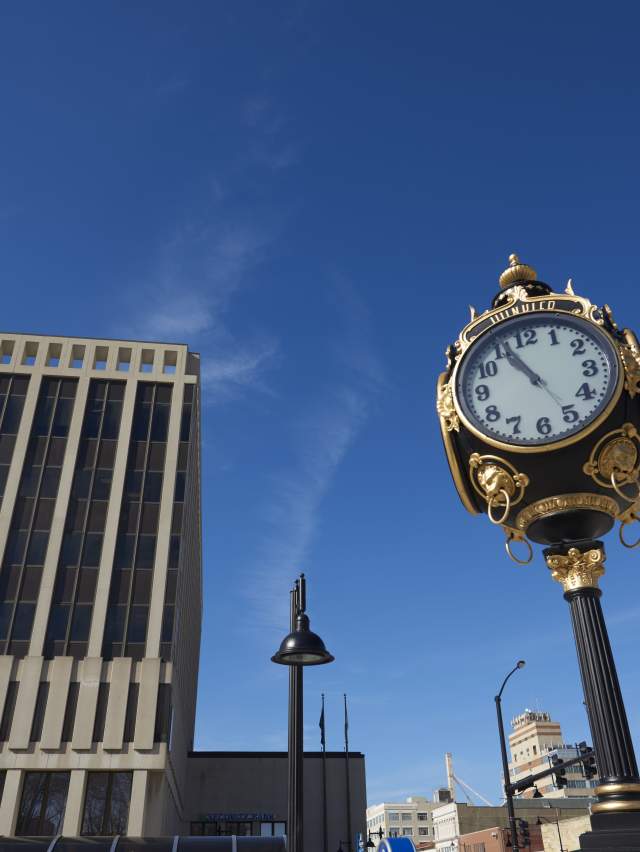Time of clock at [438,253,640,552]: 10:55
